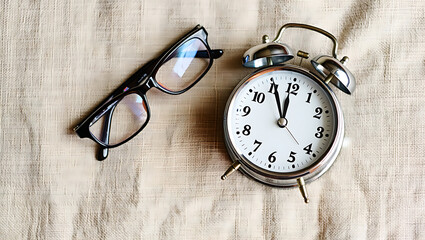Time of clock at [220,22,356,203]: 11:55
